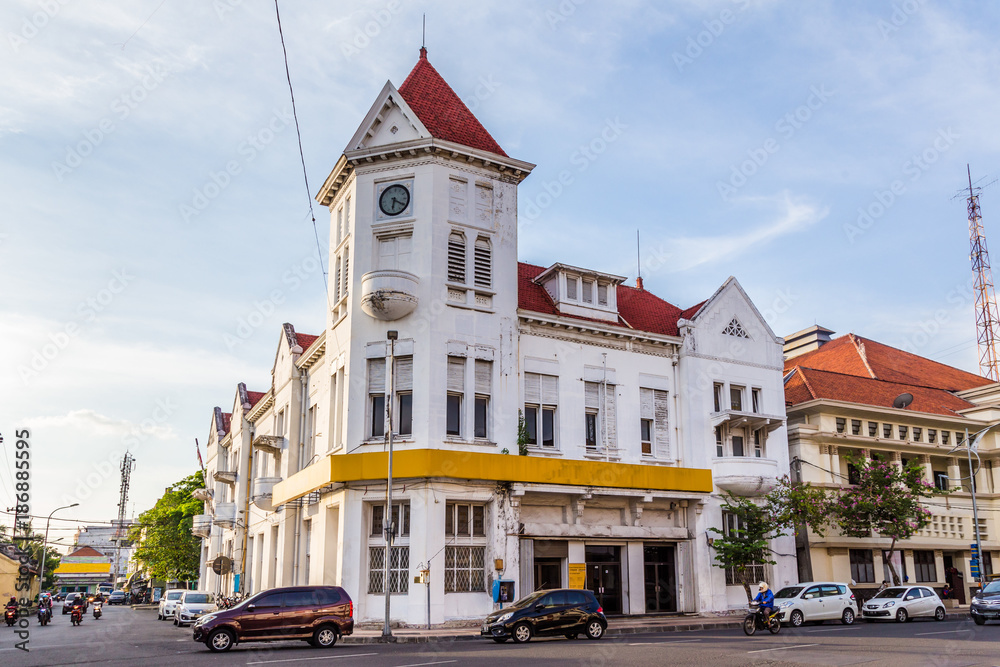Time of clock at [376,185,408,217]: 6:20
